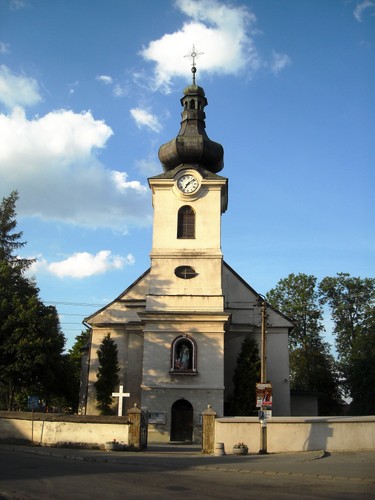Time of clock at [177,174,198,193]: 7:08
